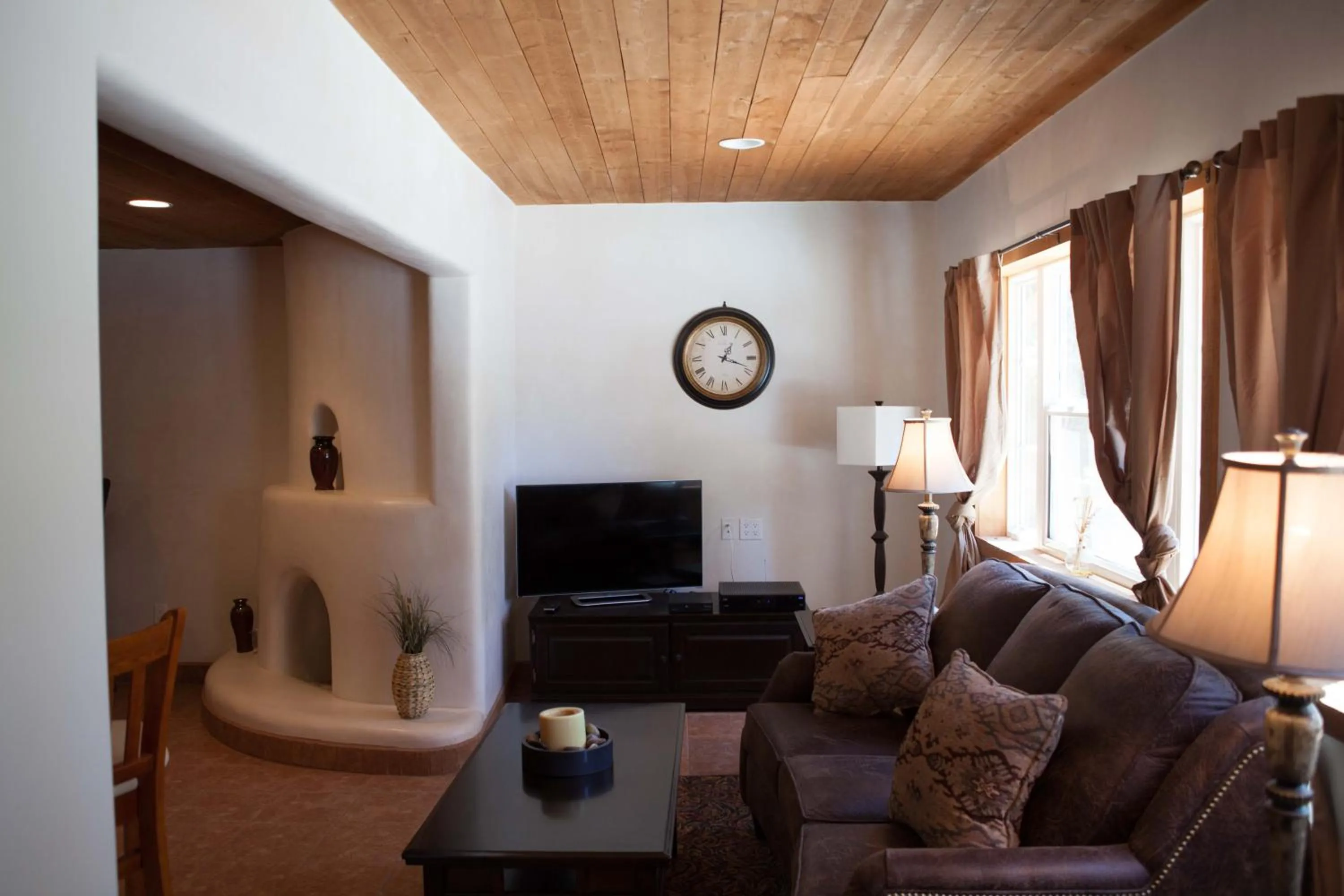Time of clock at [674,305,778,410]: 1:18
